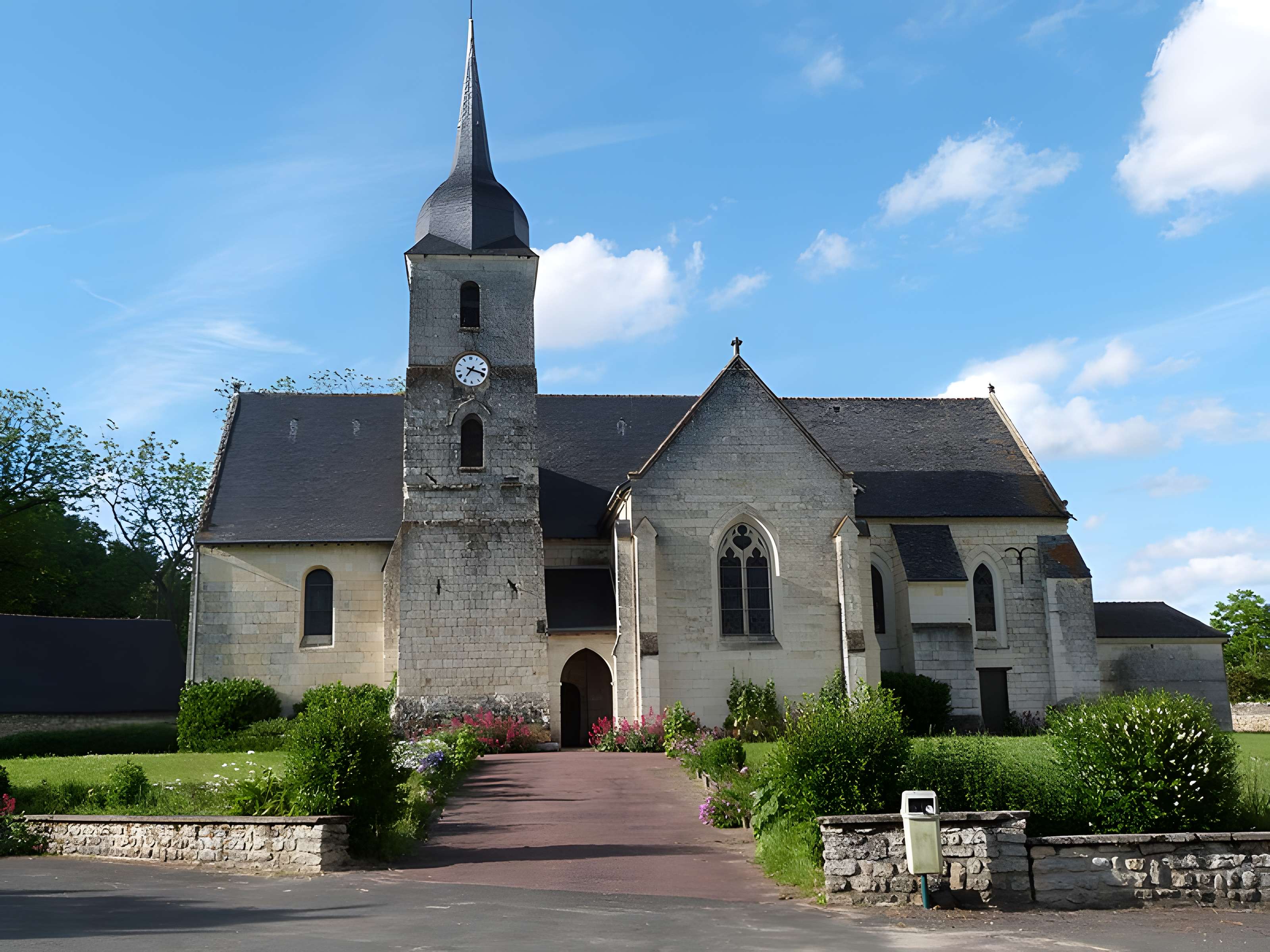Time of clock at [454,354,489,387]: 7:18
